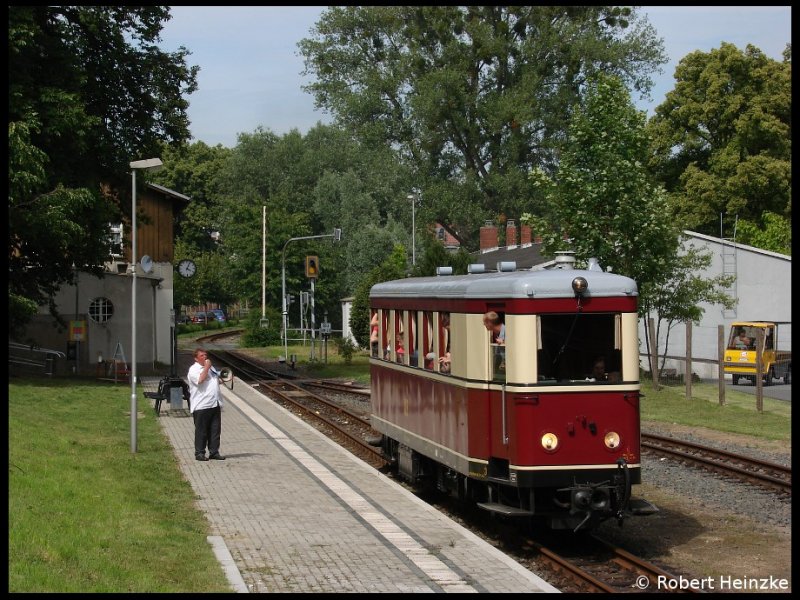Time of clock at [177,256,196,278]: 4:04
